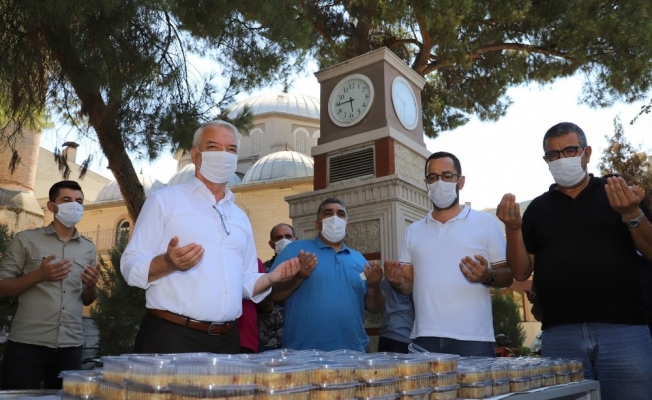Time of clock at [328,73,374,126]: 5:44
